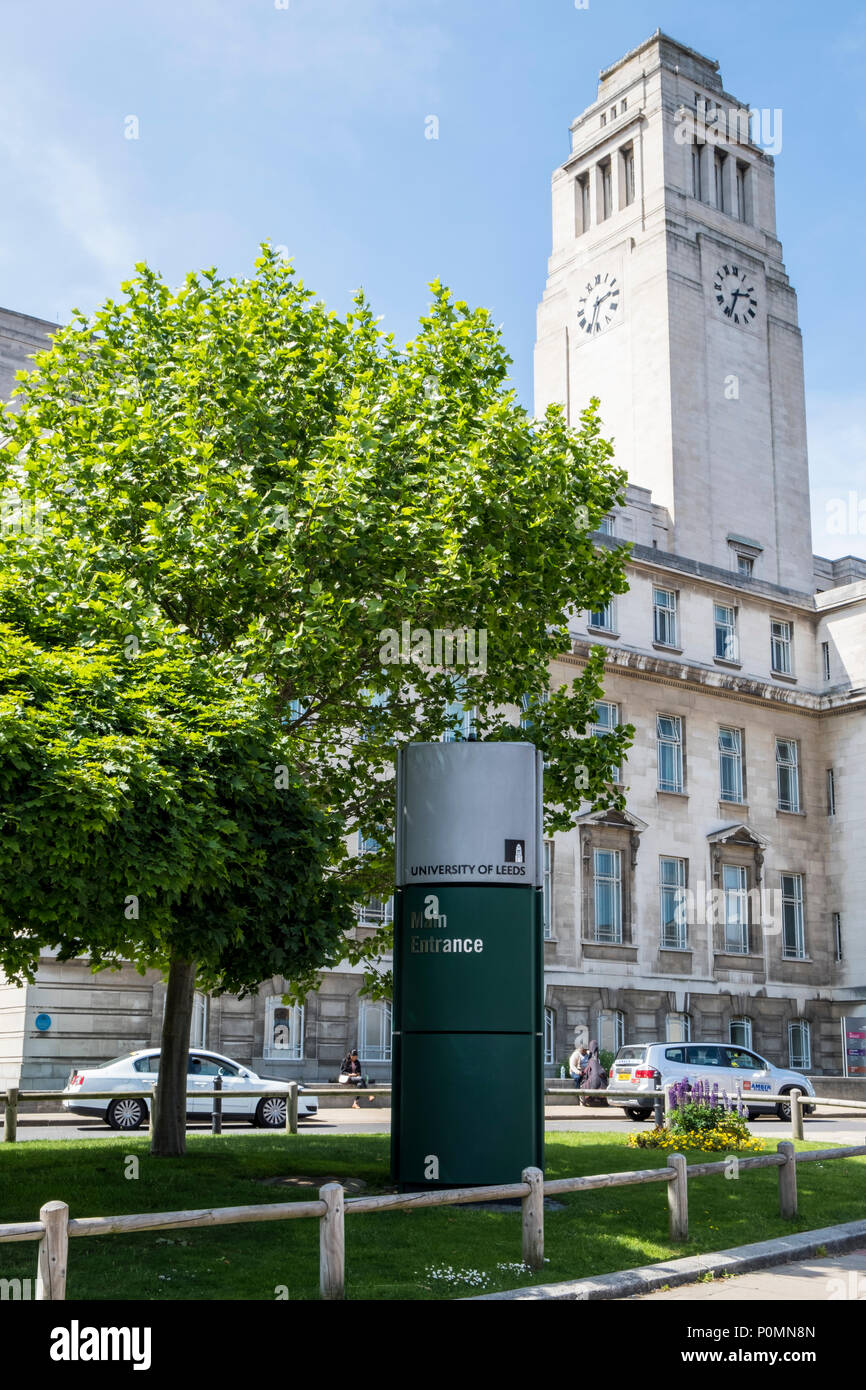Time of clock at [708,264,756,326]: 2:33
